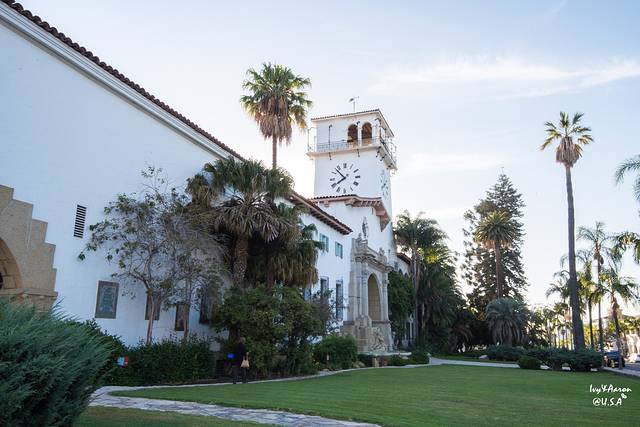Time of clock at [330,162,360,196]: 7:52
